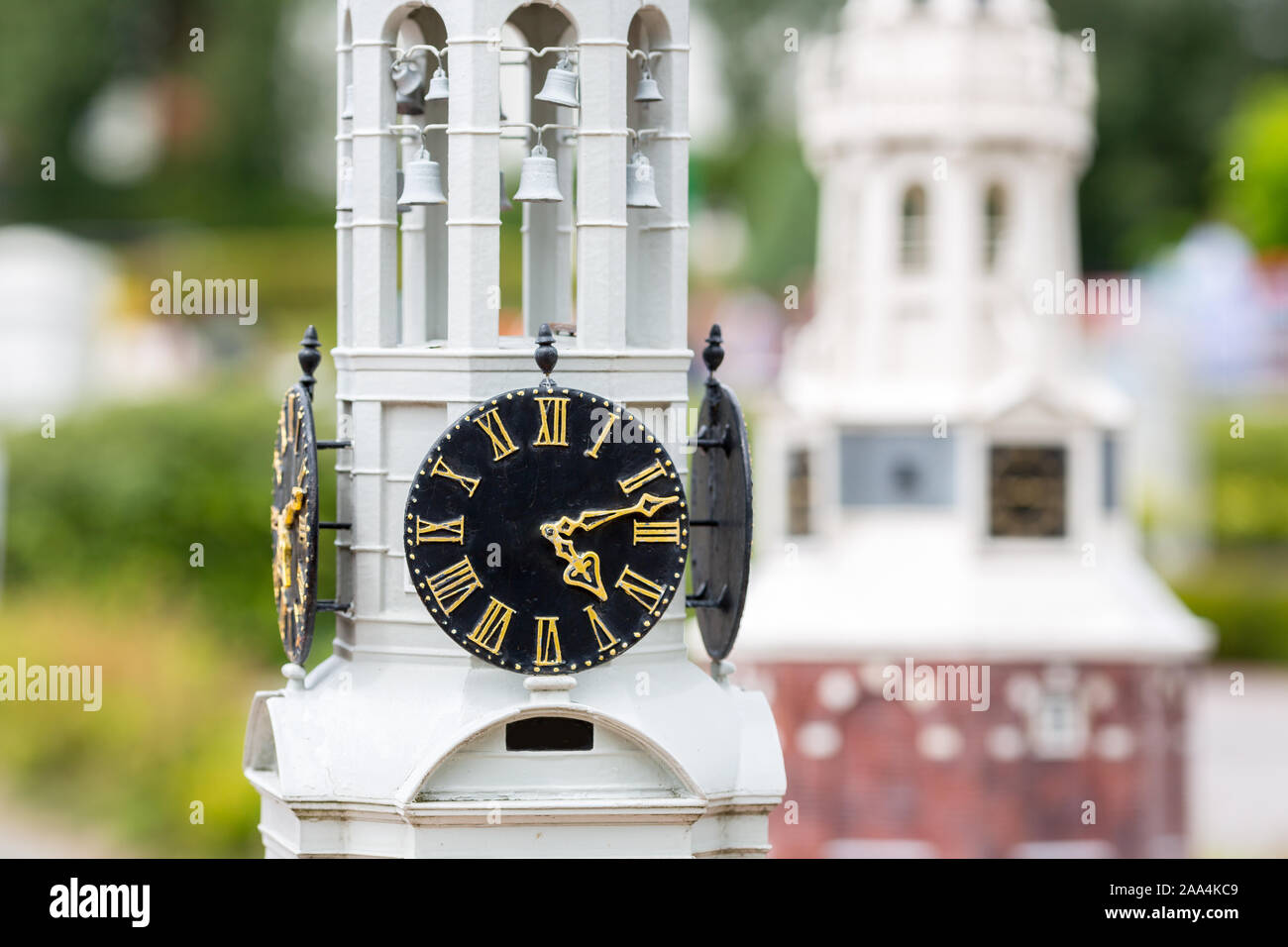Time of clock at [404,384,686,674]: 4:12
